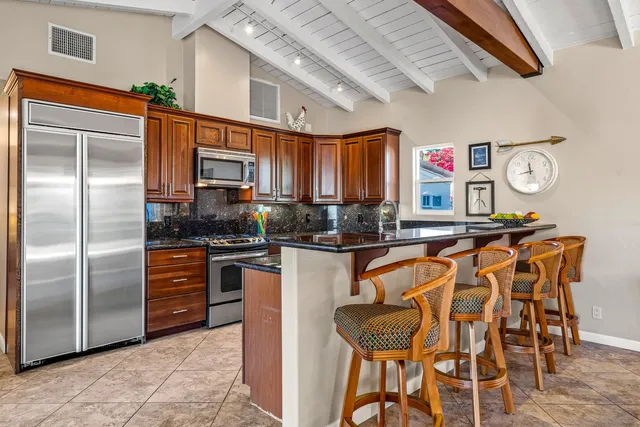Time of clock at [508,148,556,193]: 11:42
